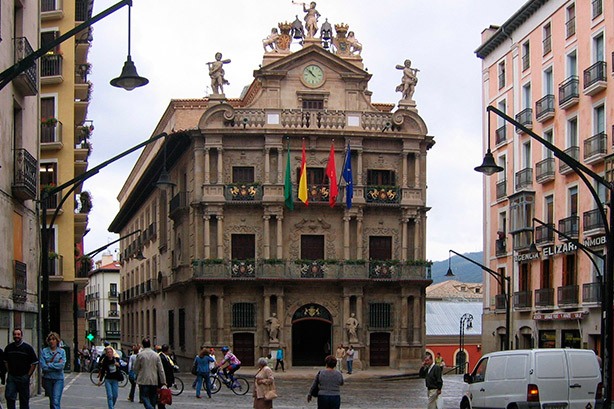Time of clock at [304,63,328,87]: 10:52
